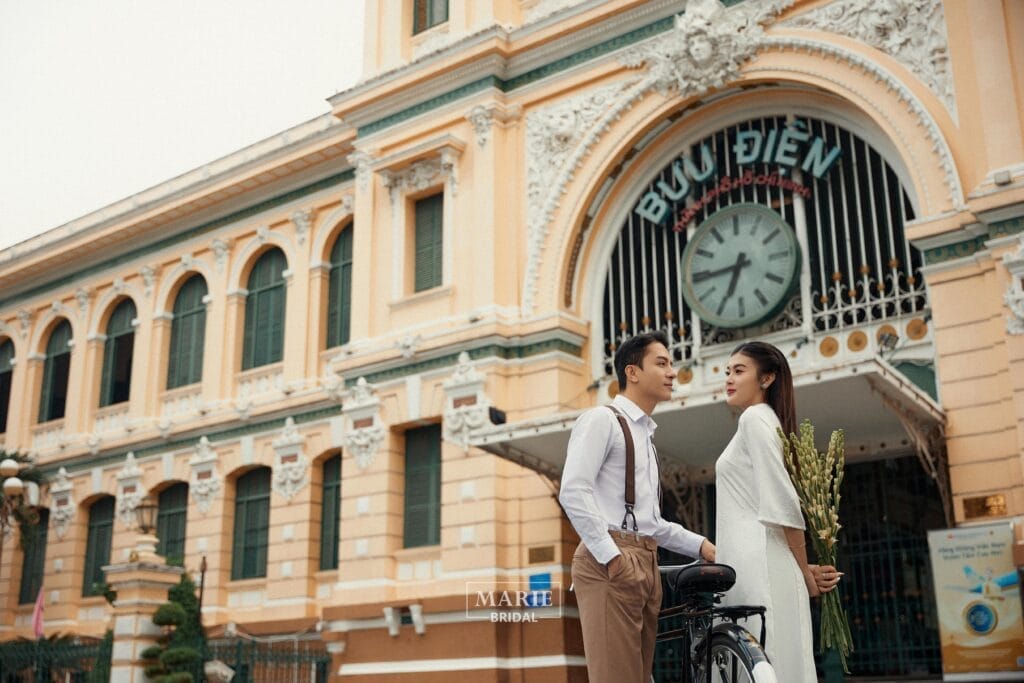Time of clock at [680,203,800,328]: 6:44
